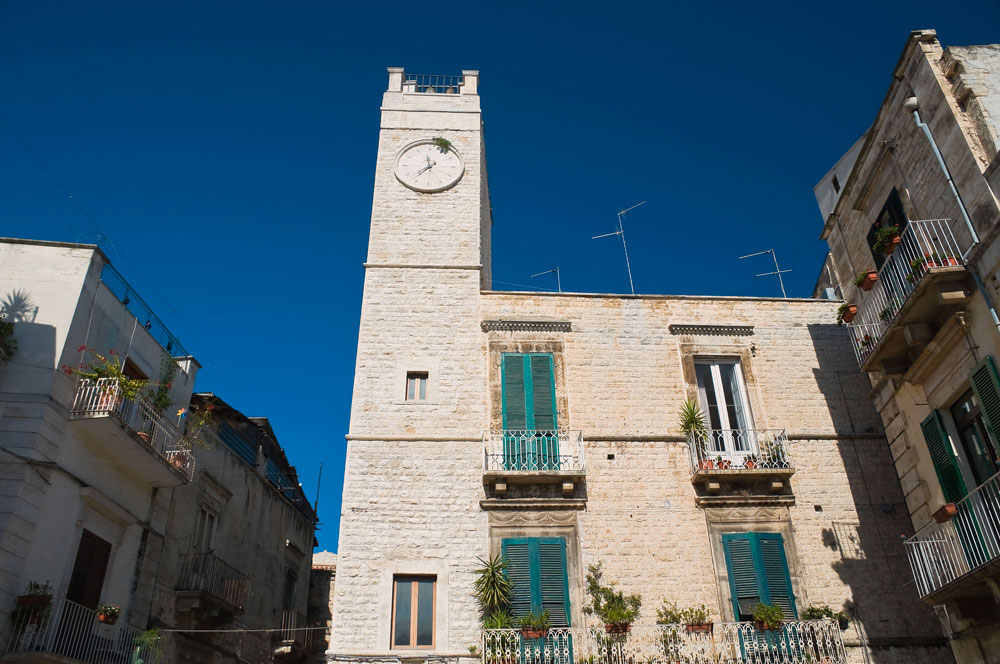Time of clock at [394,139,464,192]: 11:37
